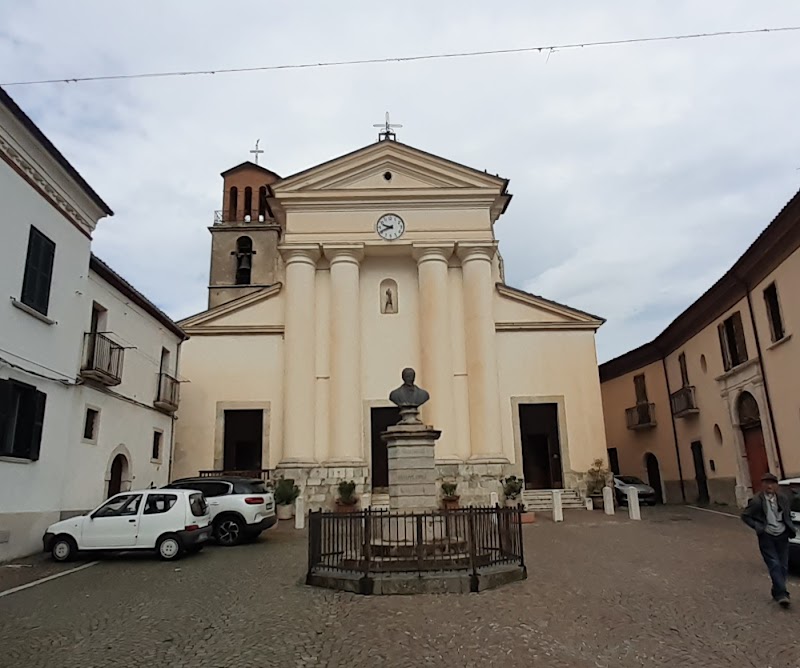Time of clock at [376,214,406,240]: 9:41
